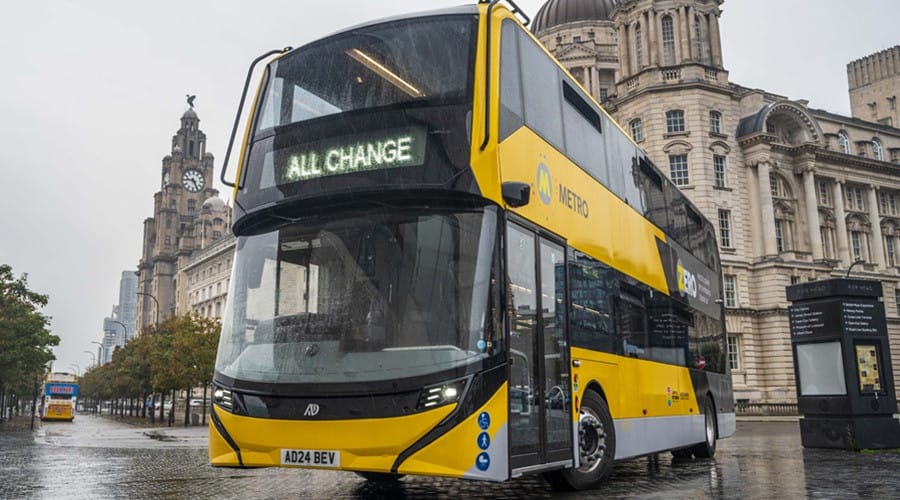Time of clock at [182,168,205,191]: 9:25
